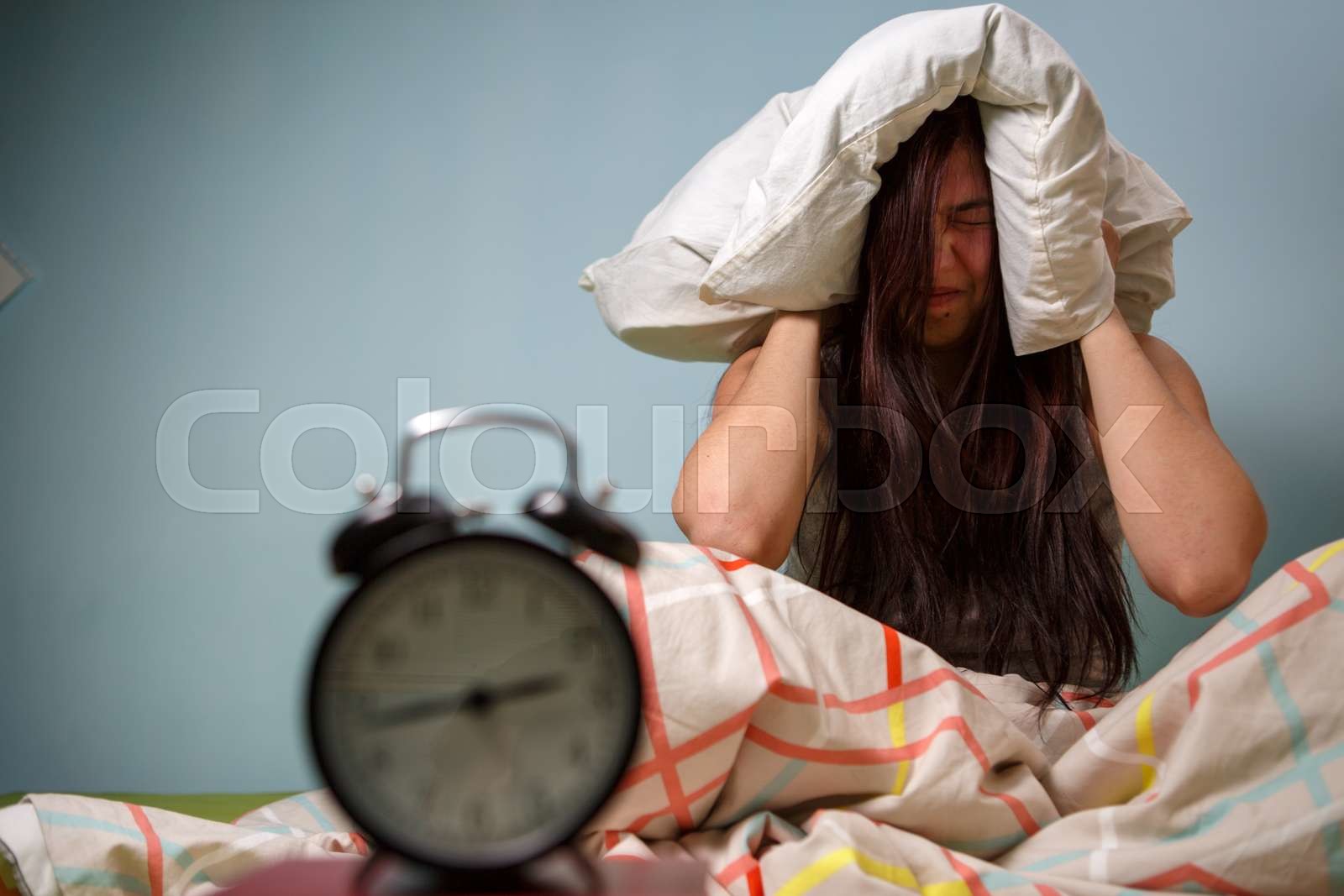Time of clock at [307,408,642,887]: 2:43
